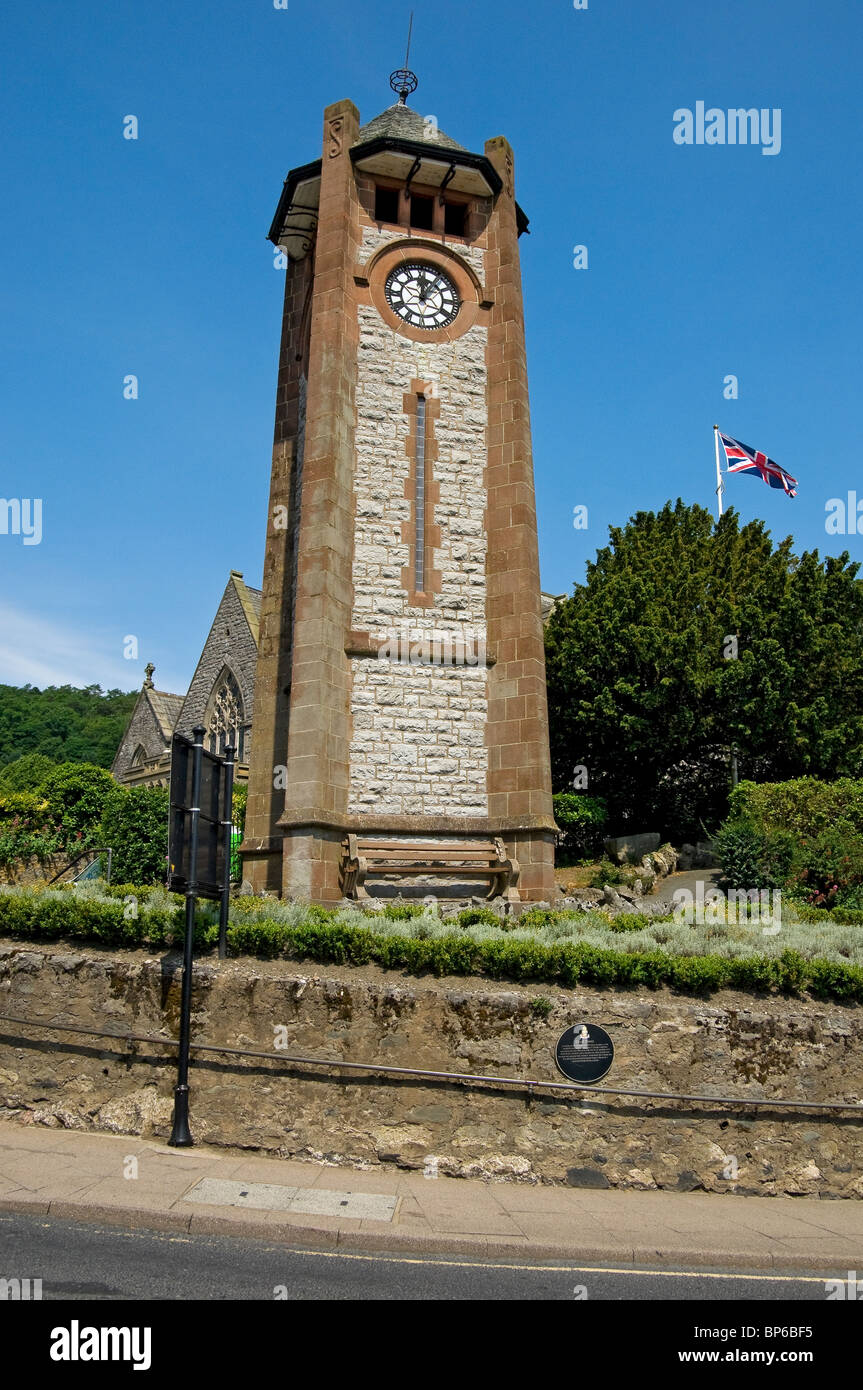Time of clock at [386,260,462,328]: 12:05
